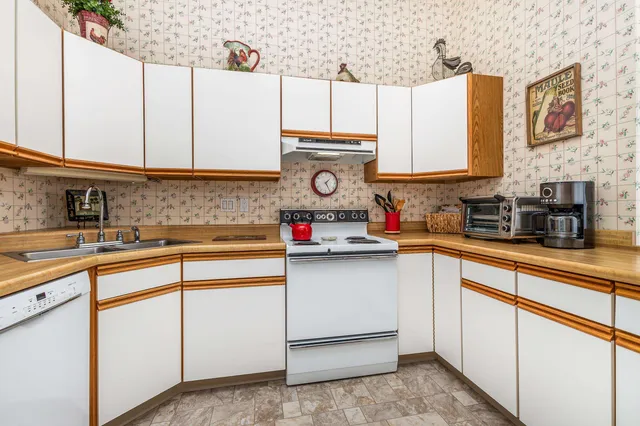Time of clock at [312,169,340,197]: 1:24
